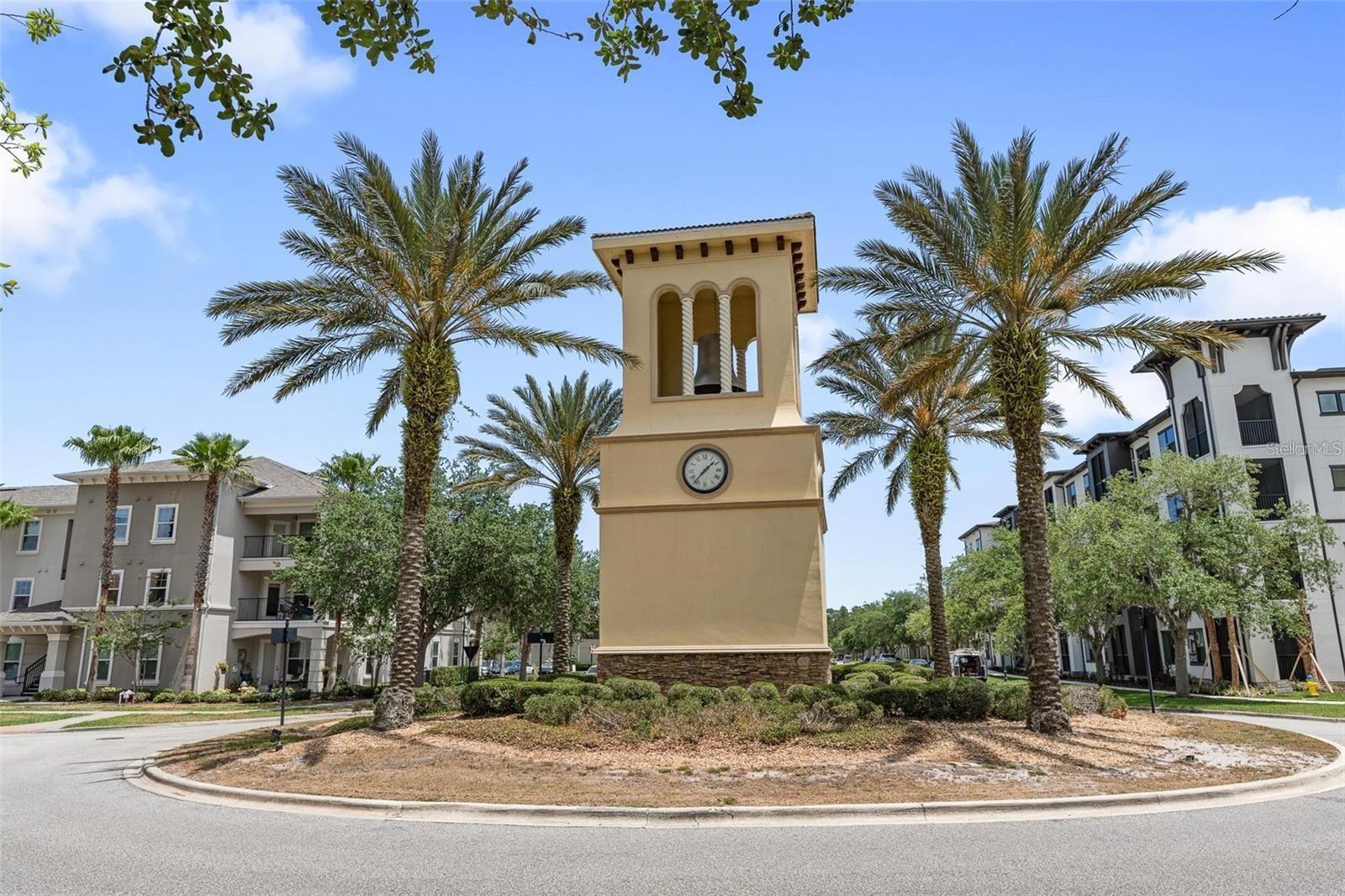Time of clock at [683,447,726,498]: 1:36
